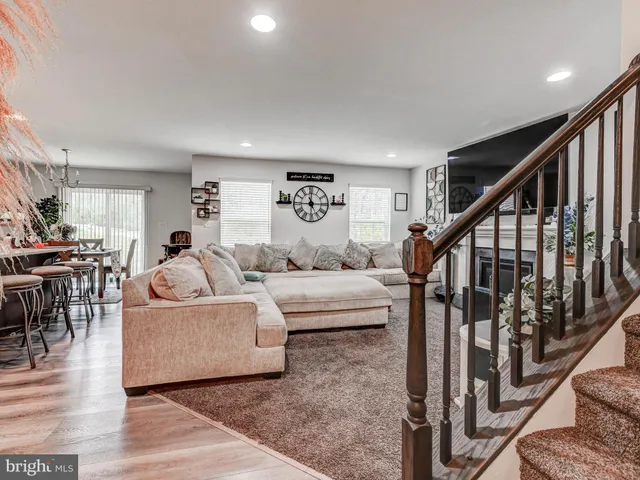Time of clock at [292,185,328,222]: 11:45
